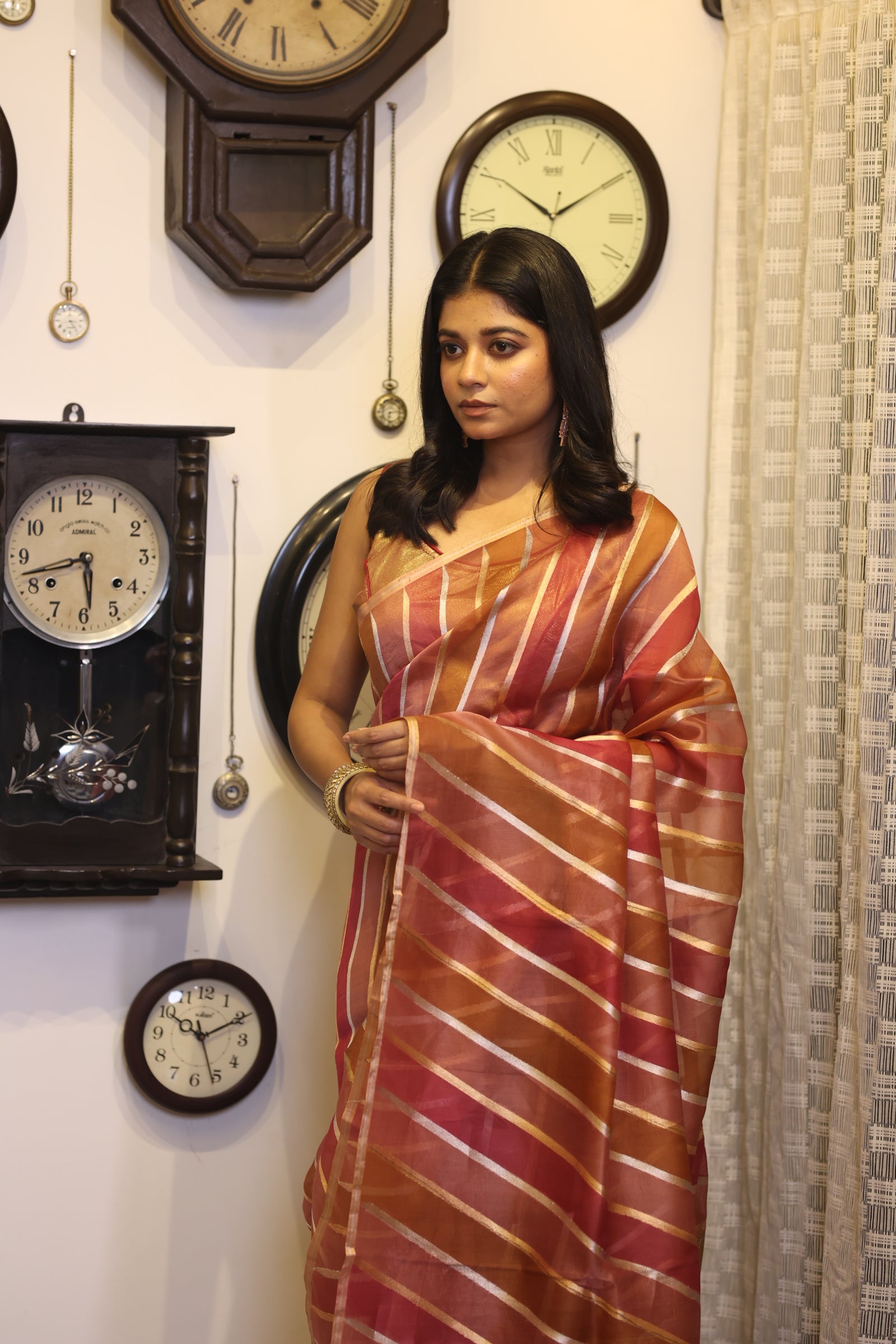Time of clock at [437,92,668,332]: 10:09
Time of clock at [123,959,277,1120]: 10:10
